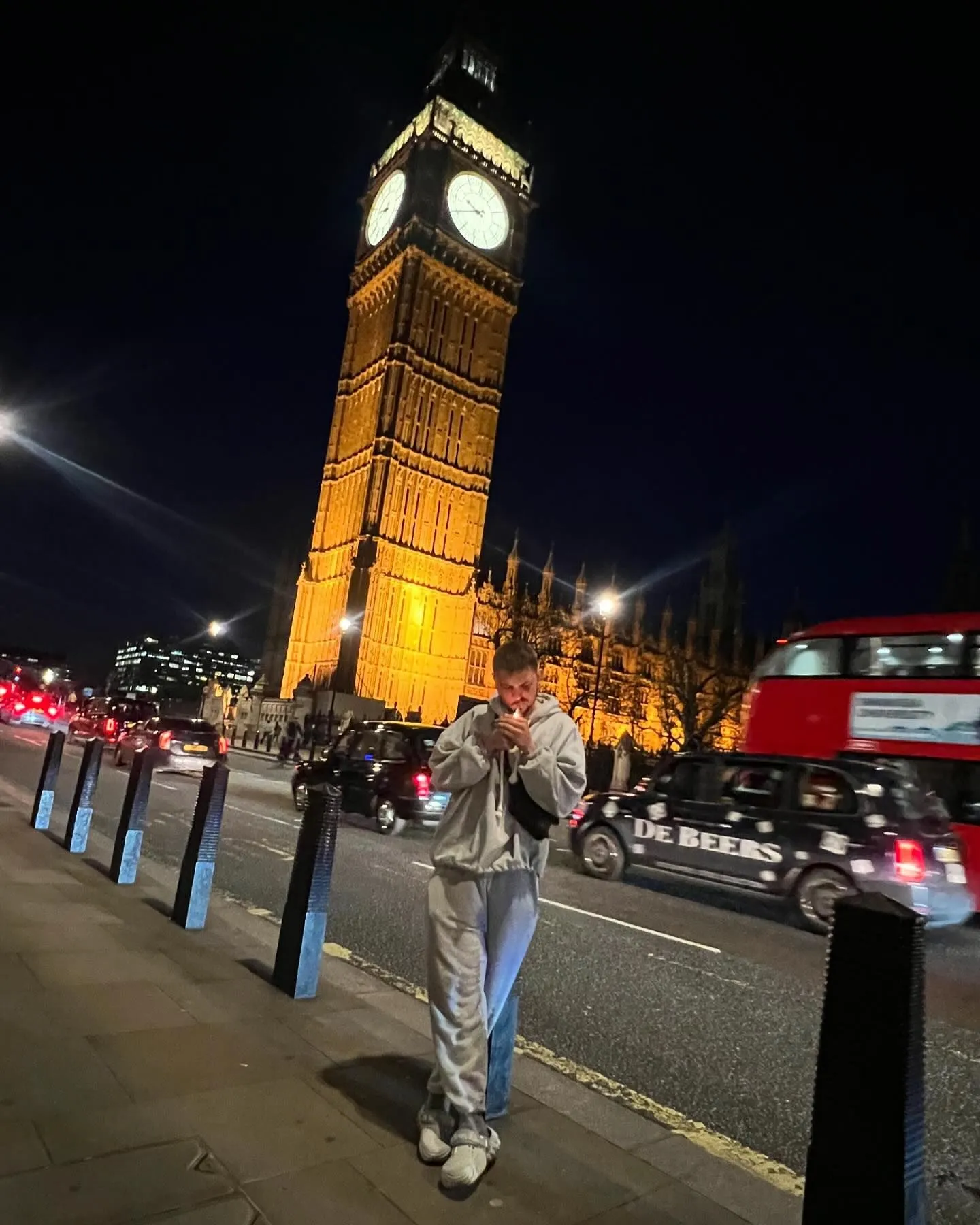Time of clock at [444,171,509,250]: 9:40
